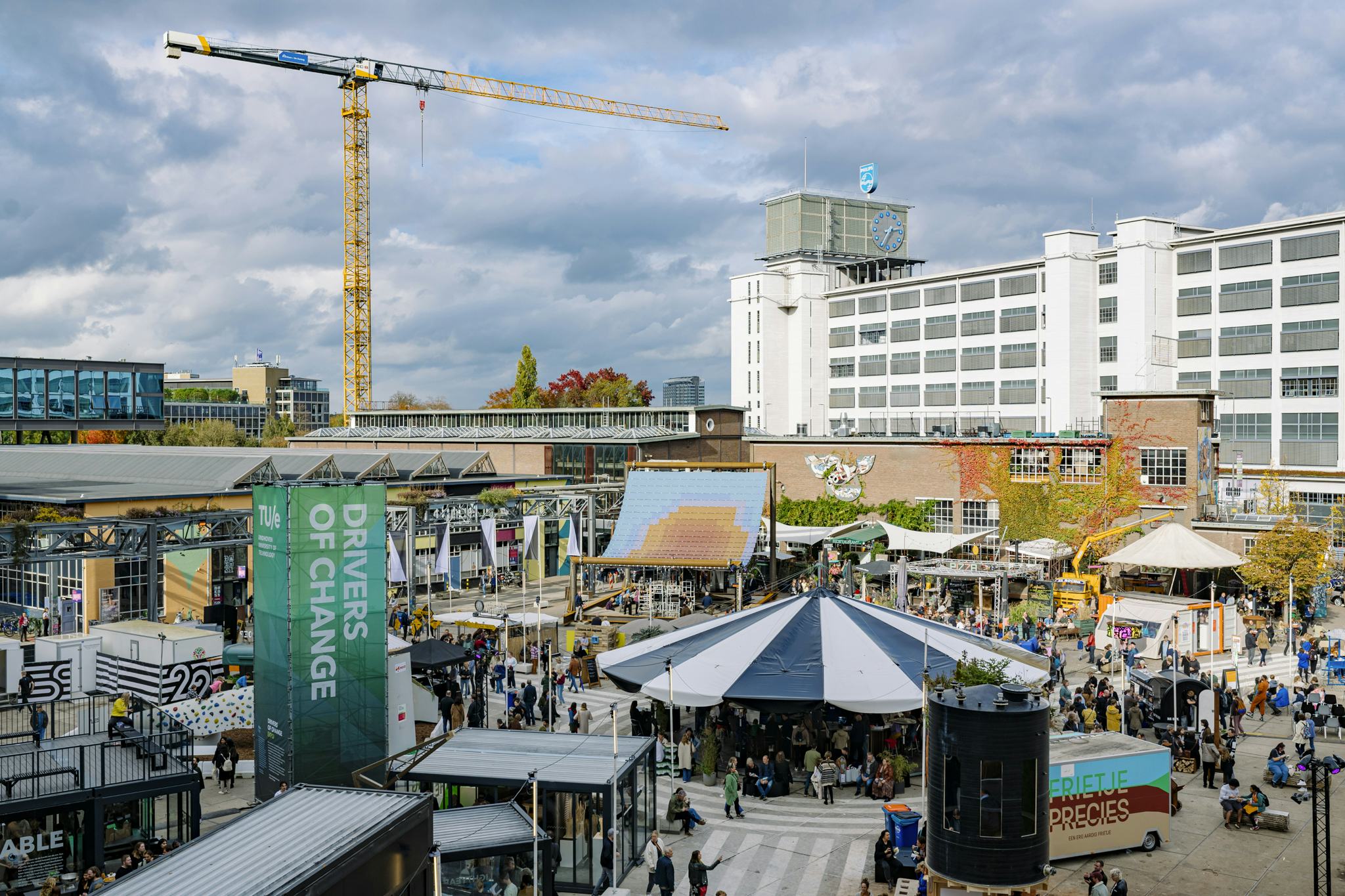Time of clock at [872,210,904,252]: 2:35
